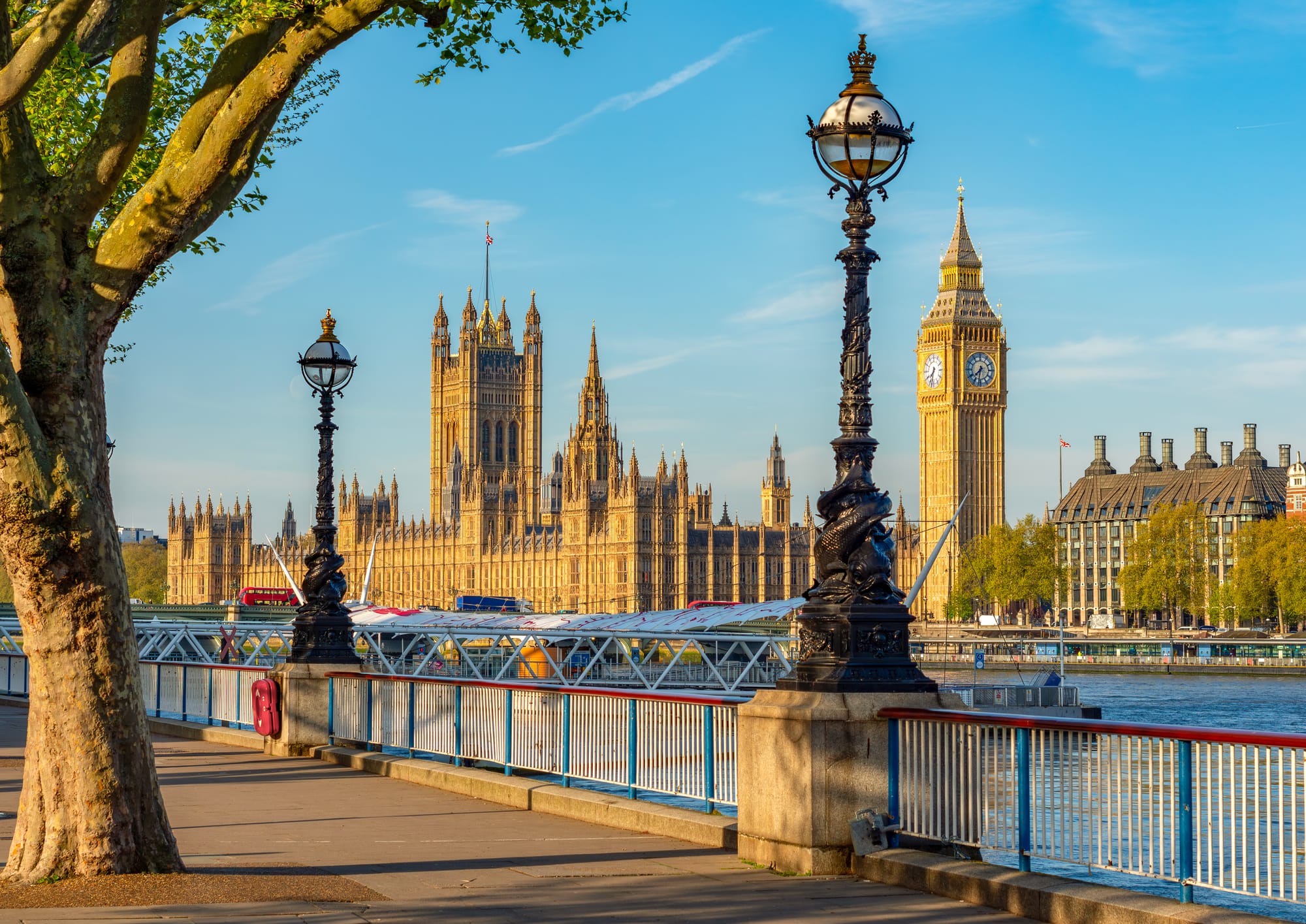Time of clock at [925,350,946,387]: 7:32
